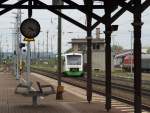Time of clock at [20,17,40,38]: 4:17
